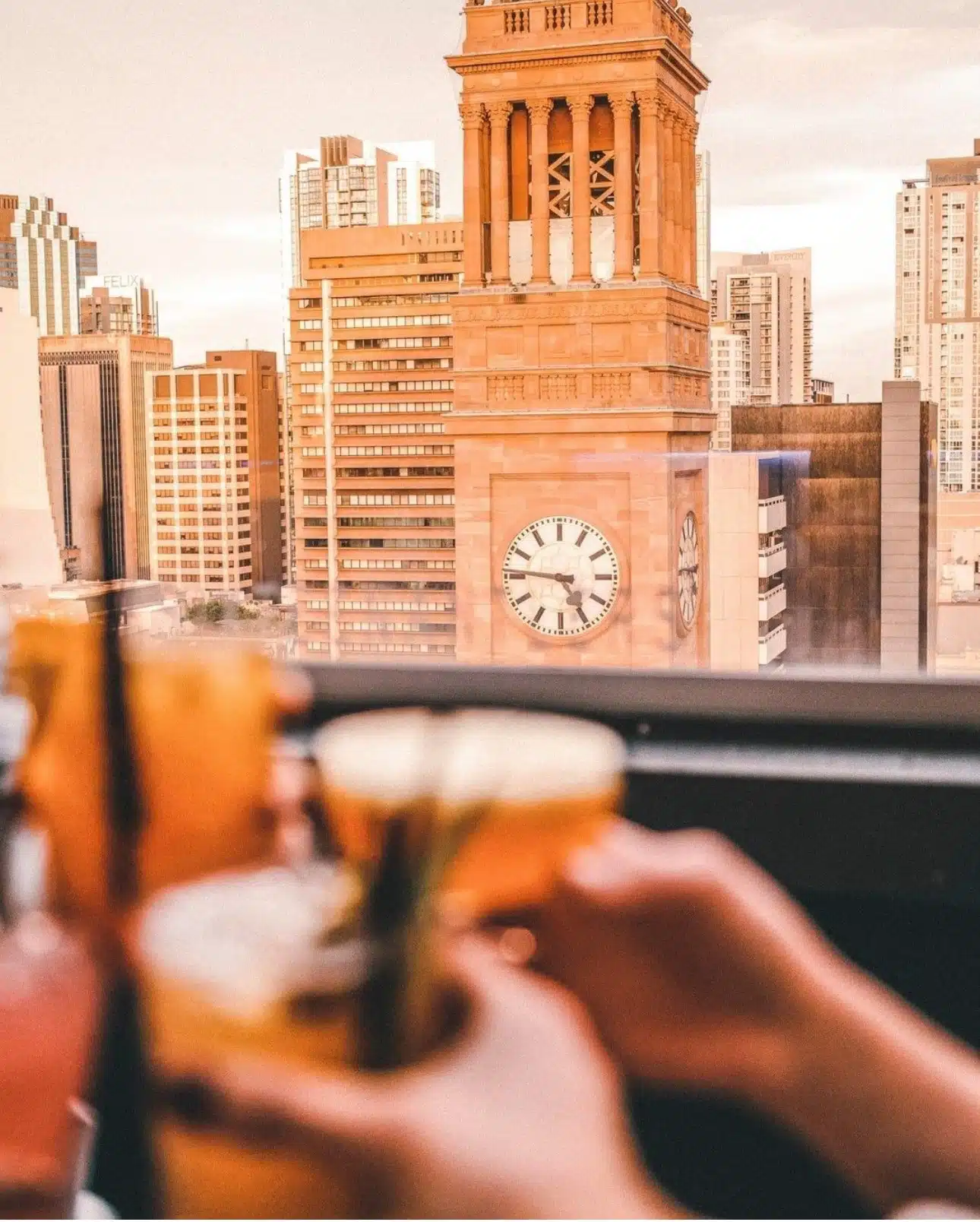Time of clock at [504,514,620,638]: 4:46
